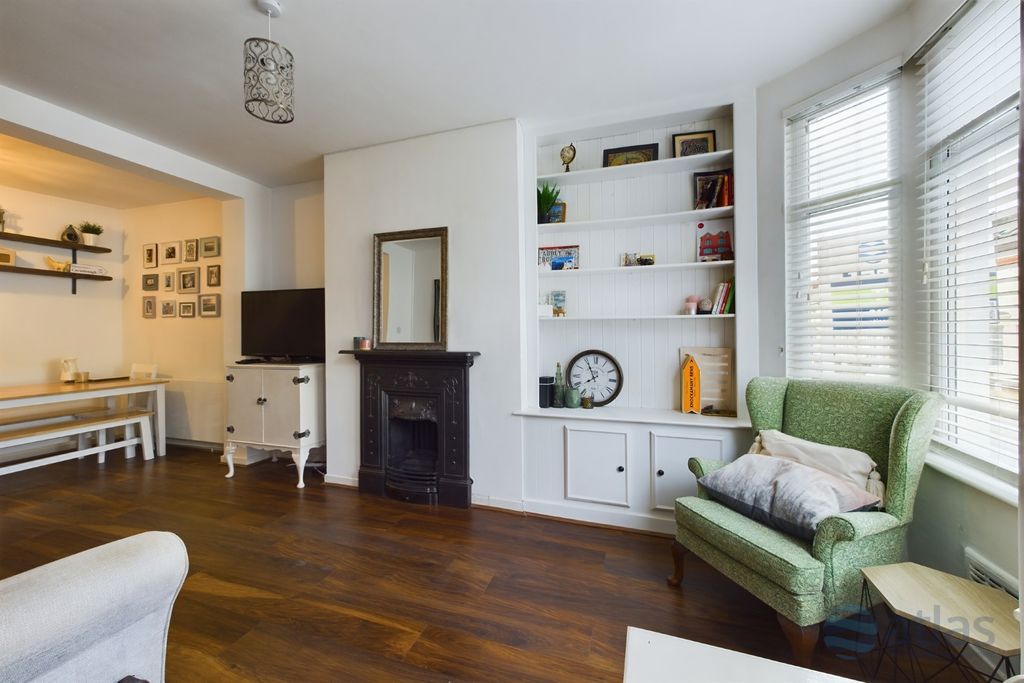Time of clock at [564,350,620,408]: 7:55
